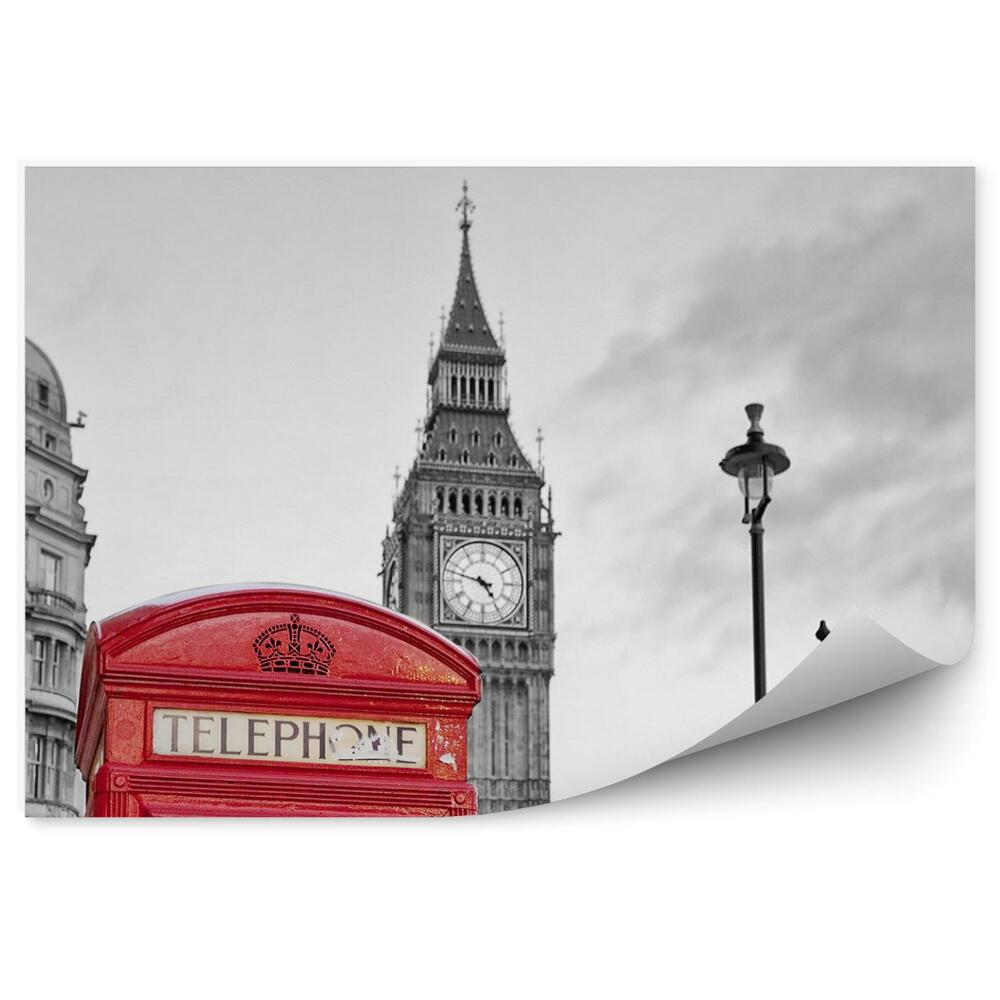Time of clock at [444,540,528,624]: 4:47
